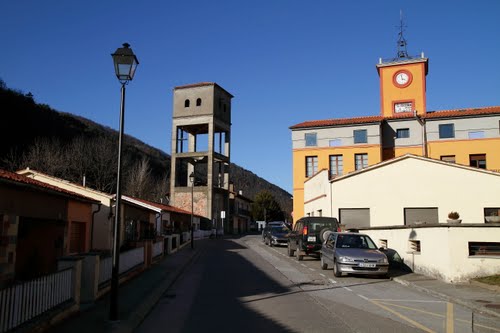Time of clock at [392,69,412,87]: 3:58
